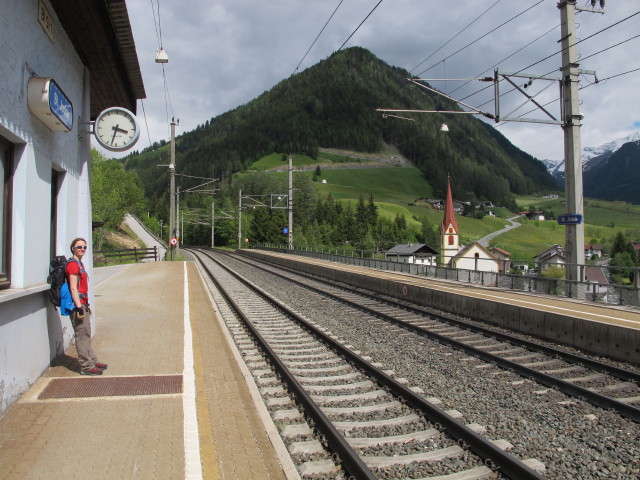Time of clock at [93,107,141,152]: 3:32
